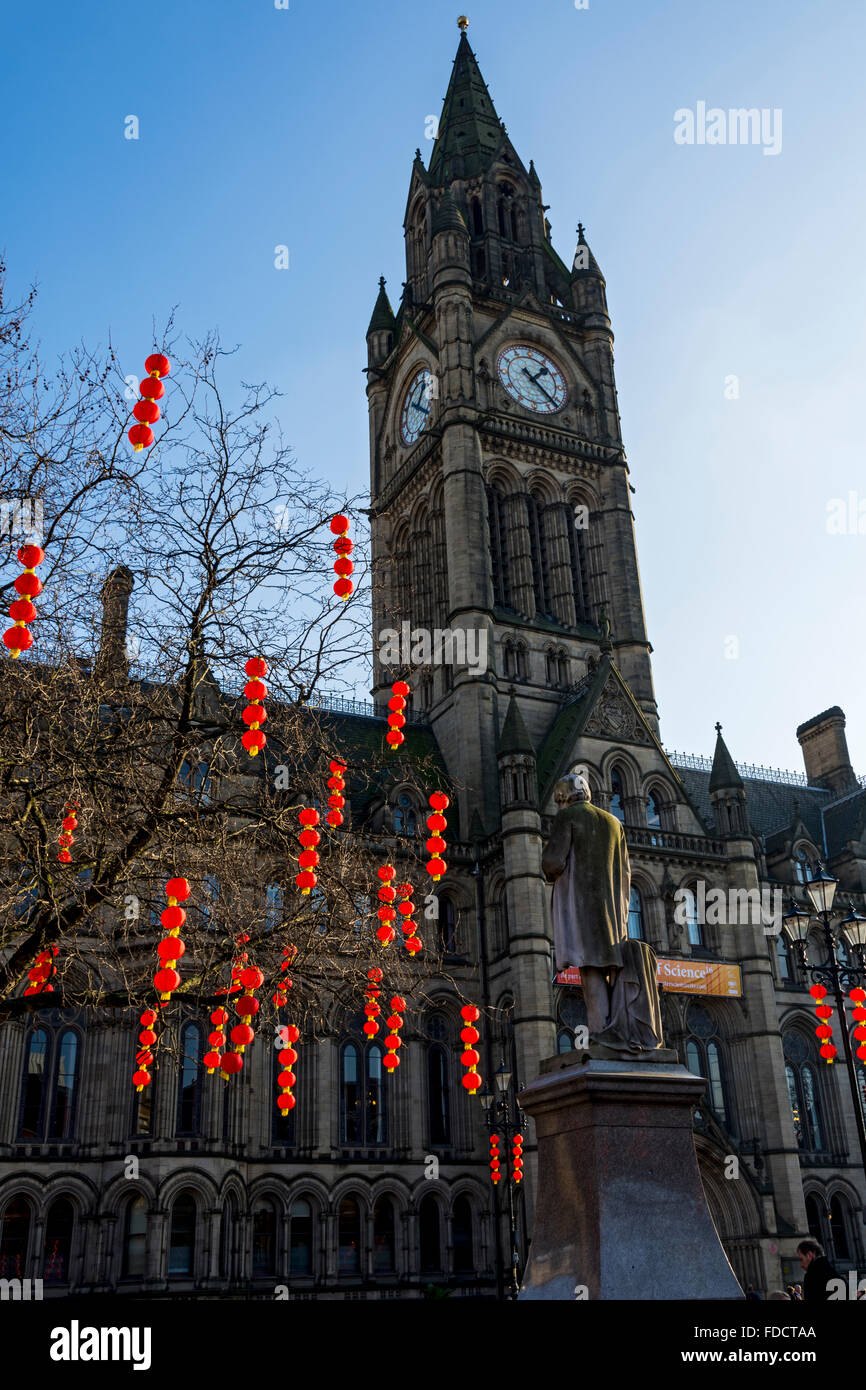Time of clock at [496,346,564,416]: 1:22
